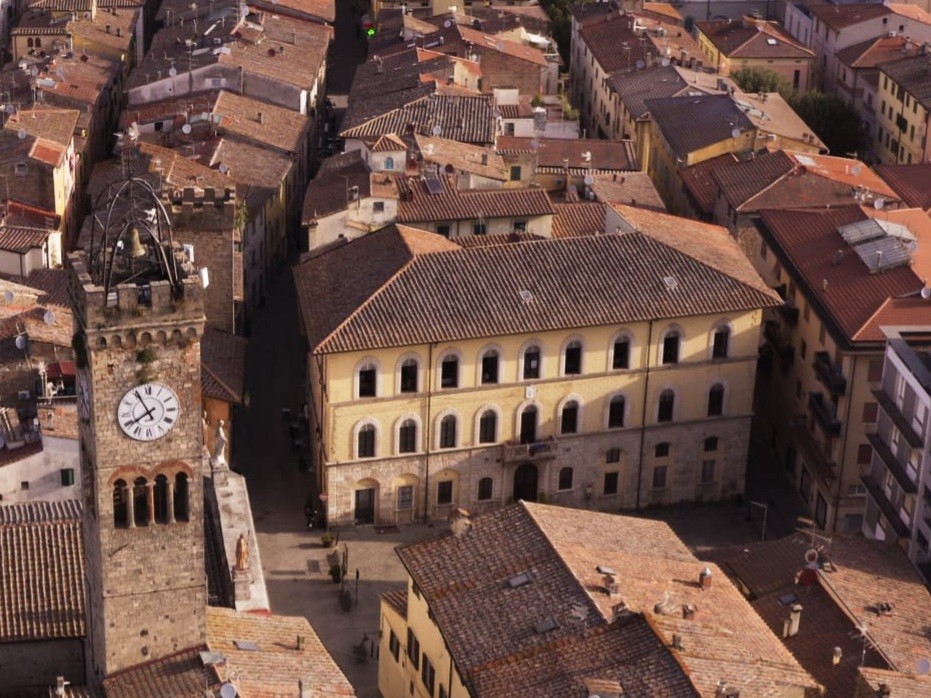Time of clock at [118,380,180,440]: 7:54
